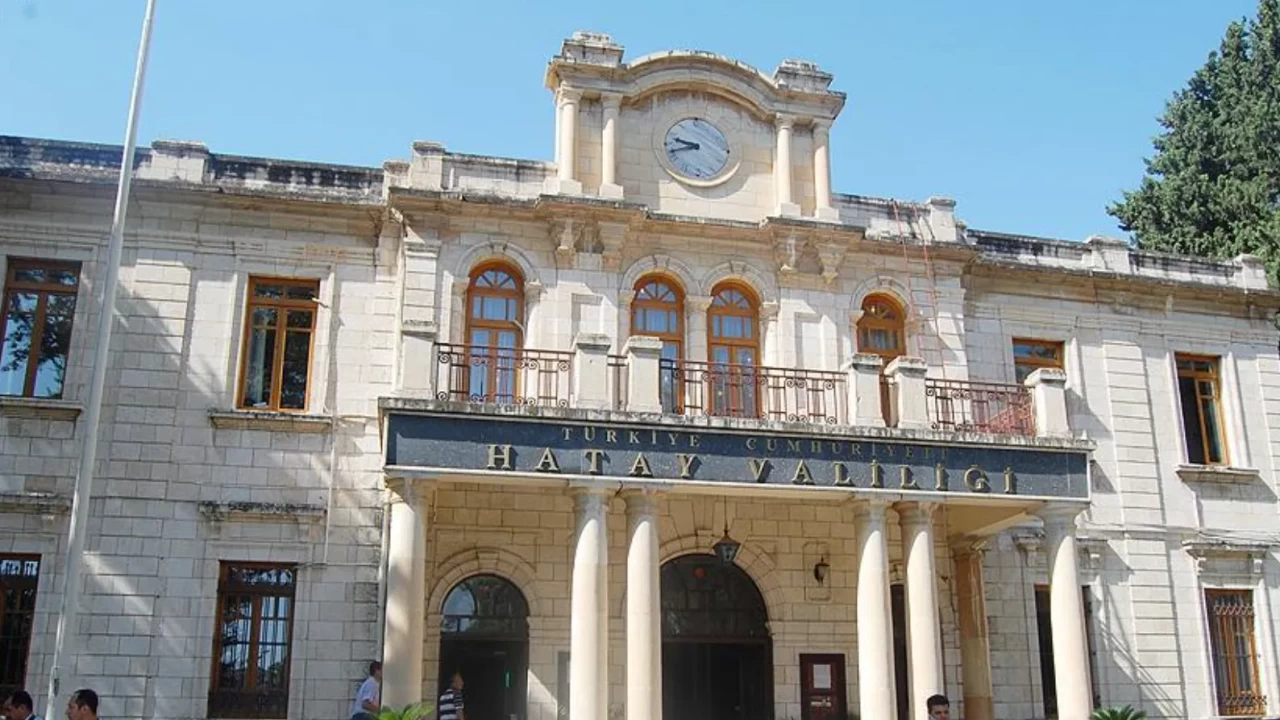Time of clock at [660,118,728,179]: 9:42
